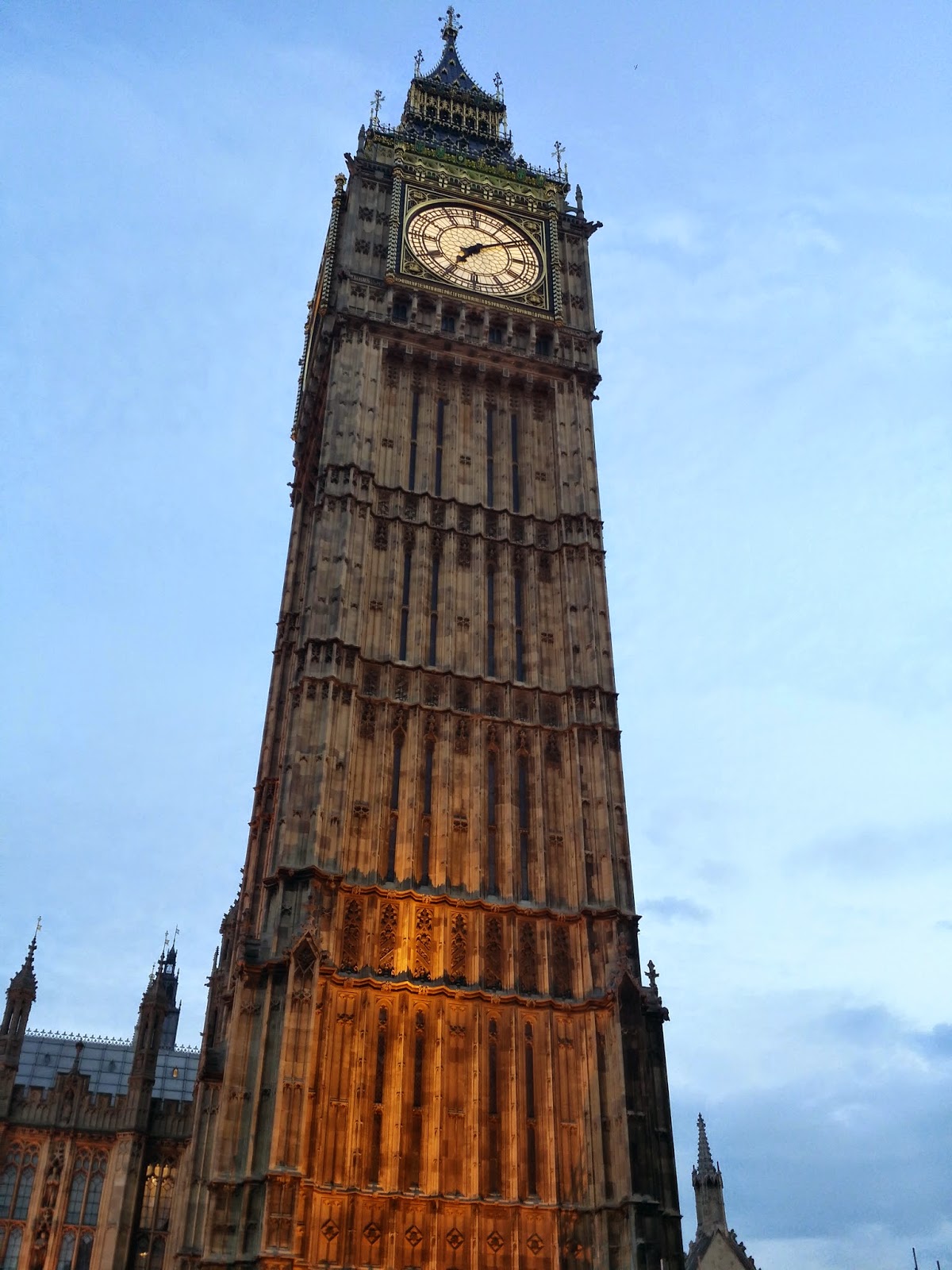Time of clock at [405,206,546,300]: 7:09
